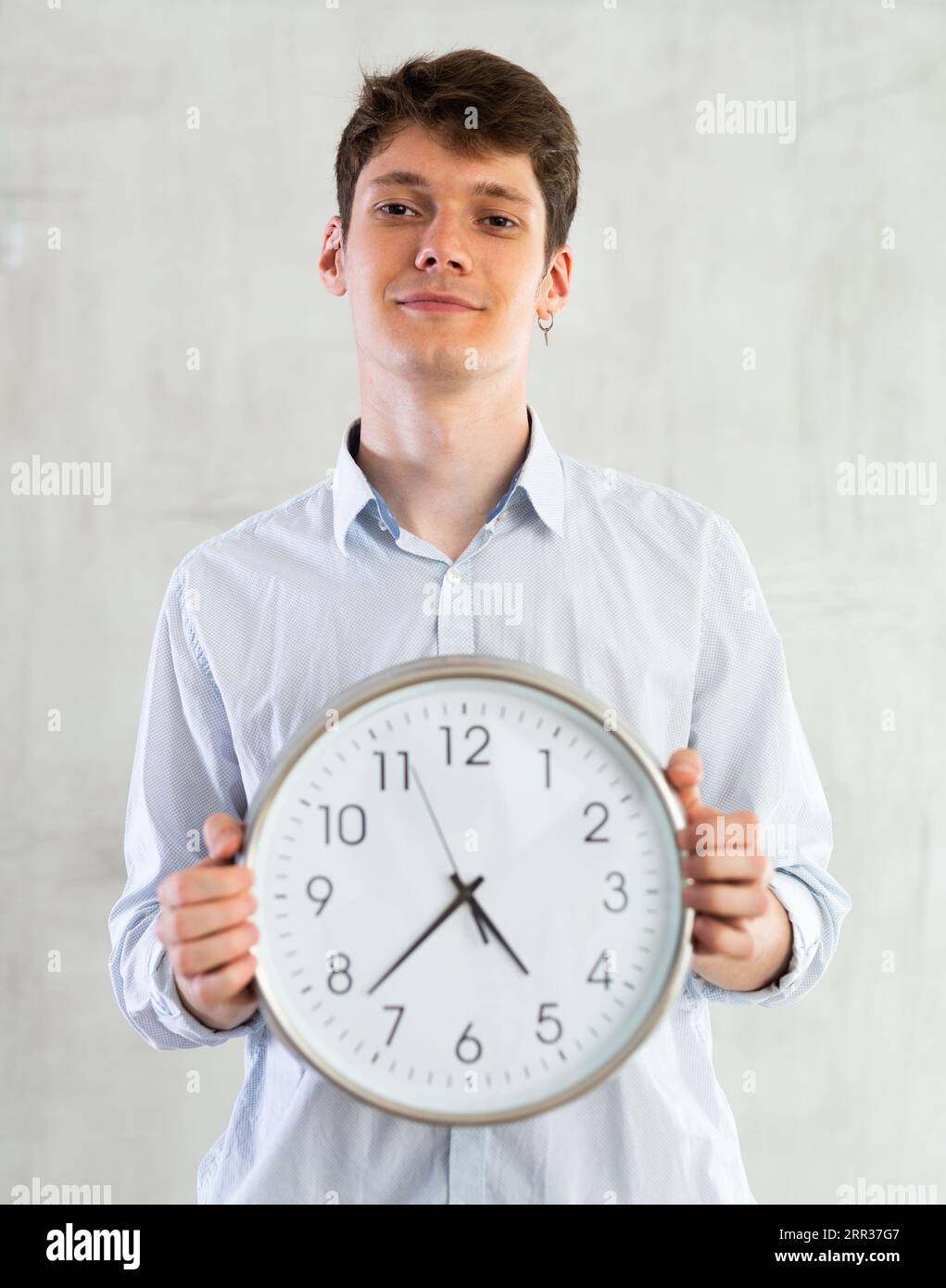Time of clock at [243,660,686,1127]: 4:37
